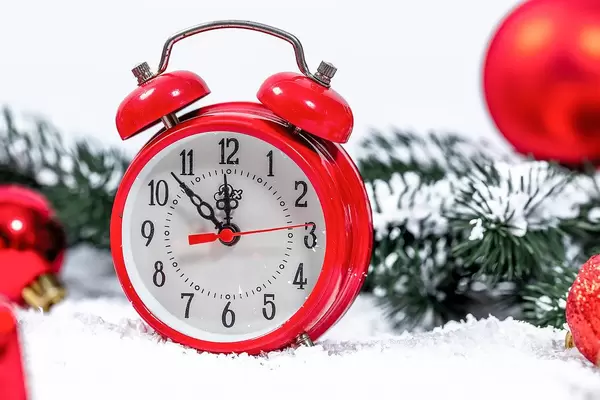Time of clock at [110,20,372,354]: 11:52
